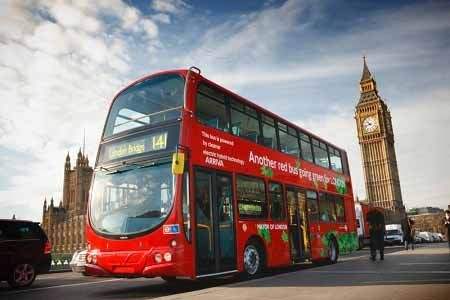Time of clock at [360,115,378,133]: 10:42
